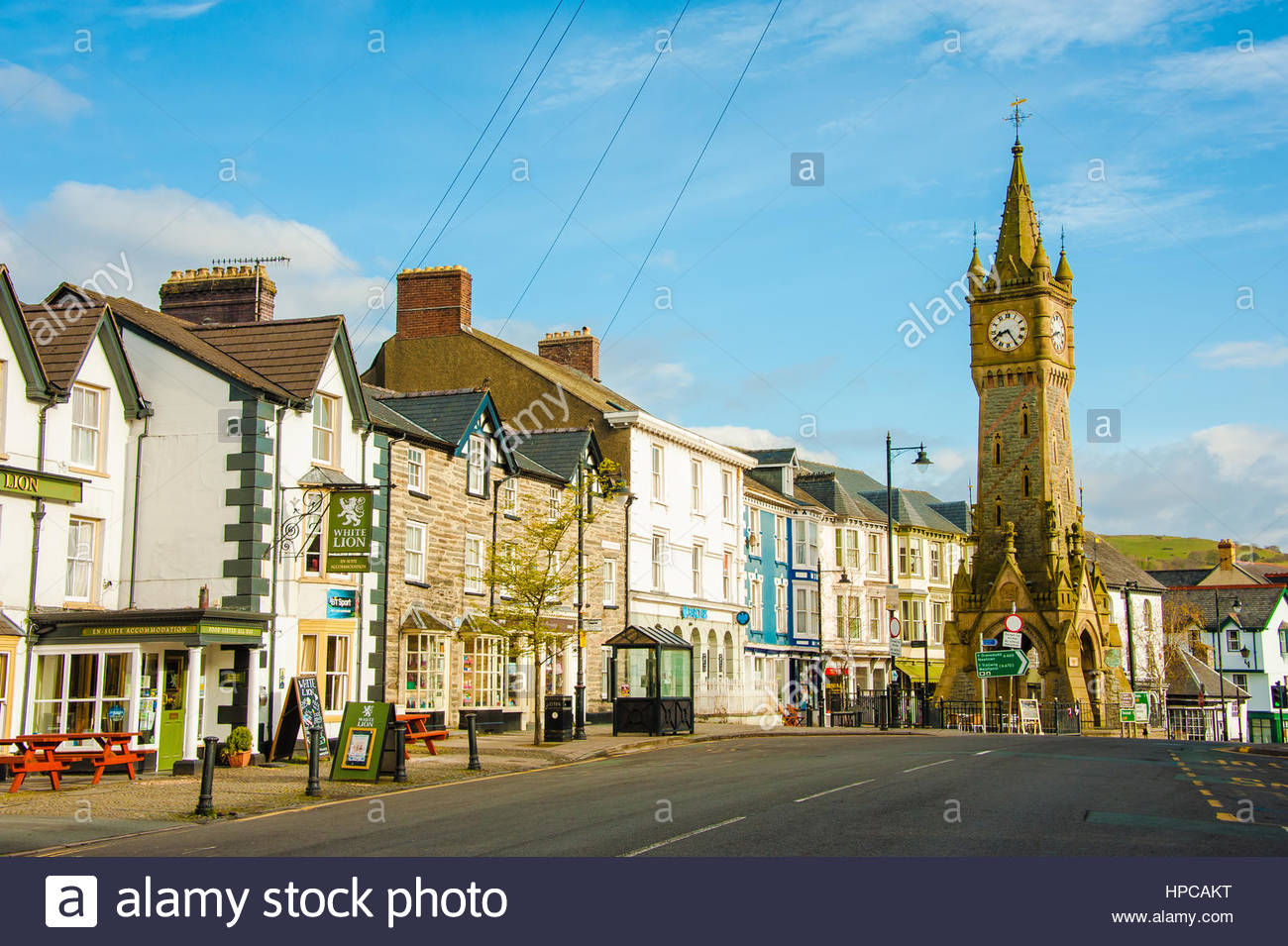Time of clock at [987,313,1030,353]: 8:24
